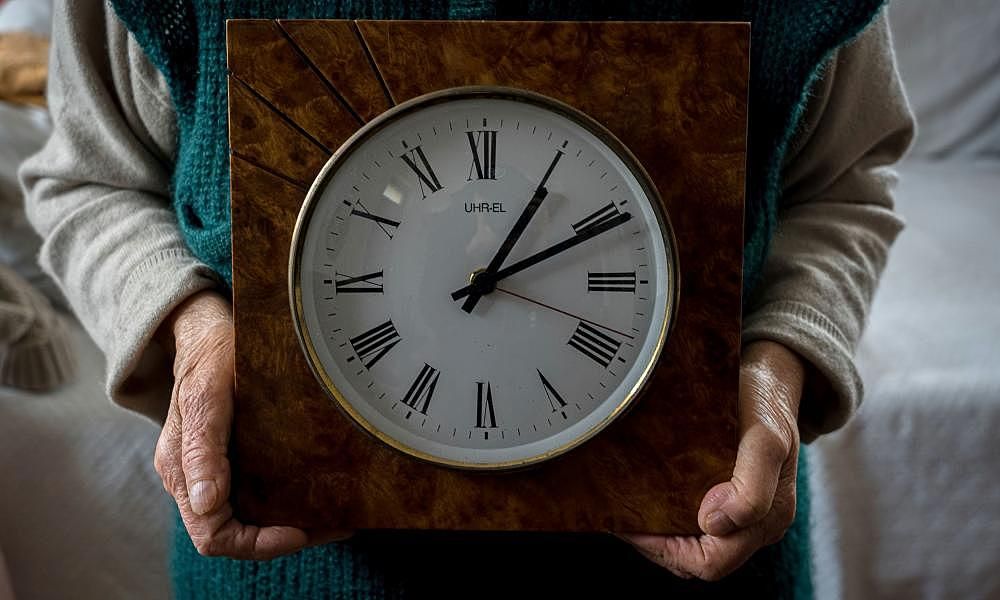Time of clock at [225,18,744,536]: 1:10
